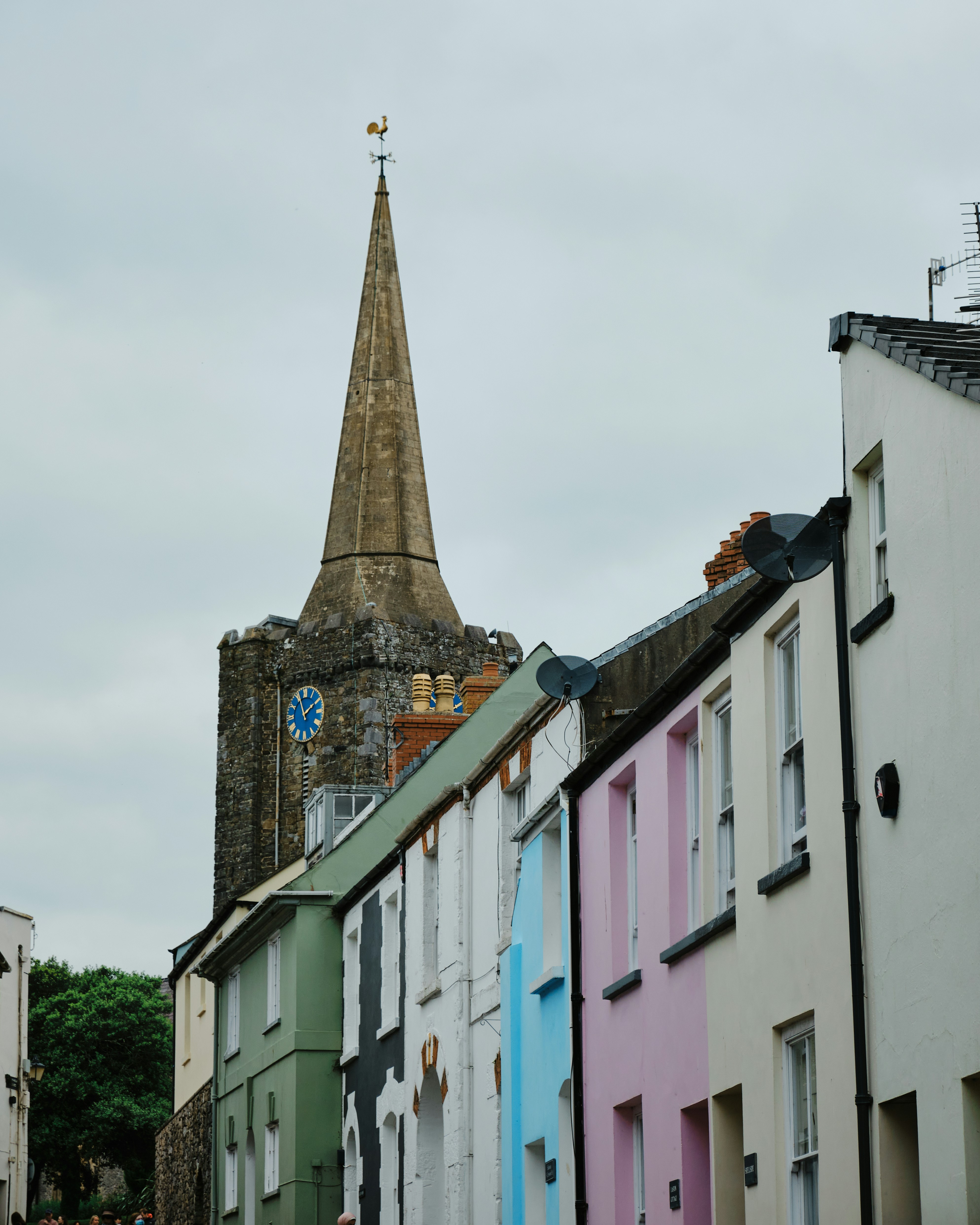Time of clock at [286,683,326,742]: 1:56
